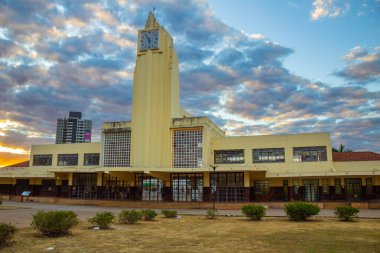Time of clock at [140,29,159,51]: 5:54
